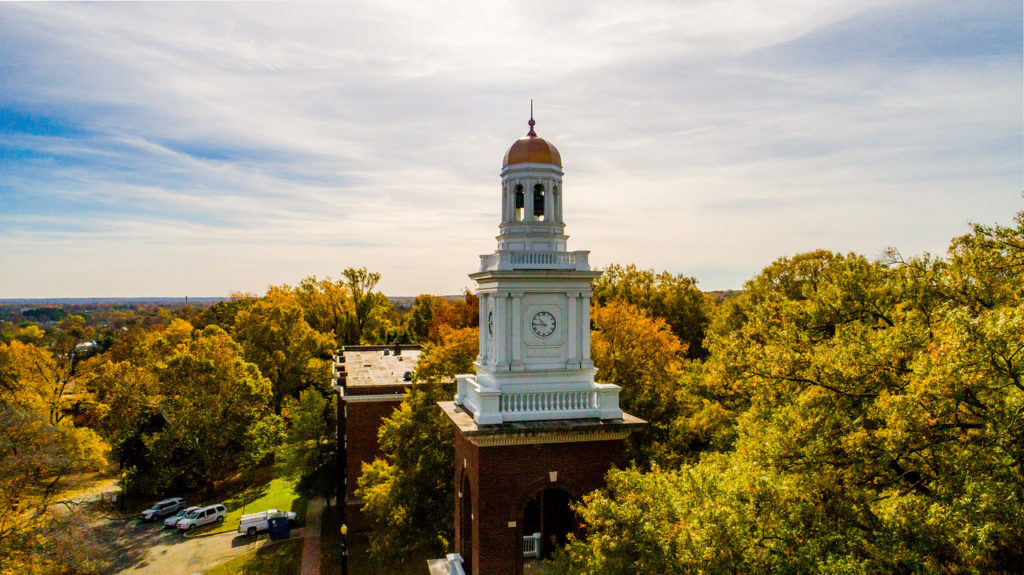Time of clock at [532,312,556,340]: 10:44
